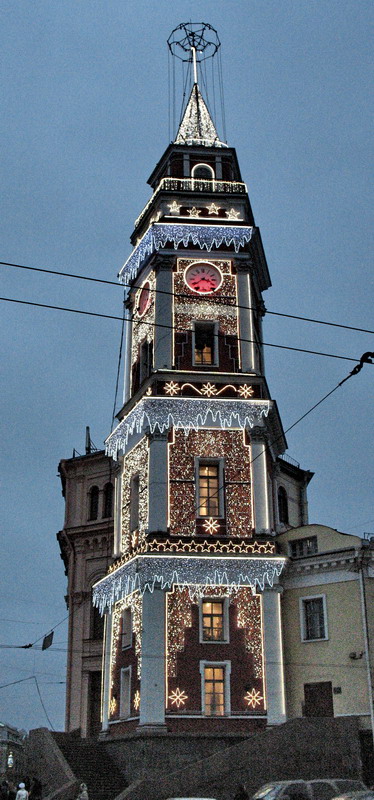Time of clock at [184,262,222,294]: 3:38
